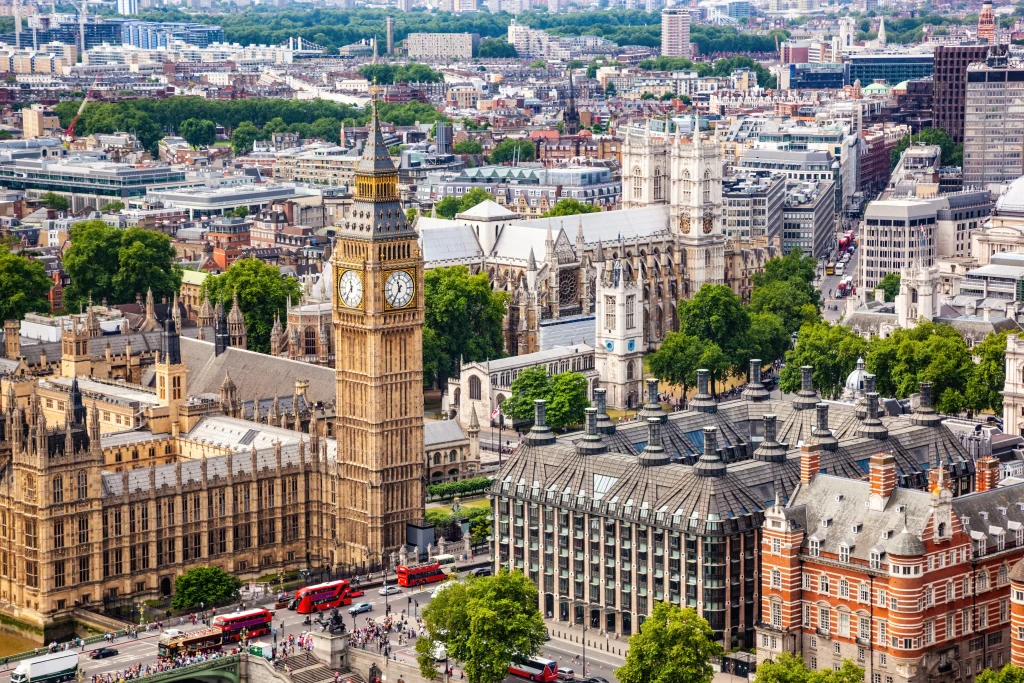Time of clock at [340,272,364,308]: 11:36
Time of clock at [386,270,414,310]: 11:35
